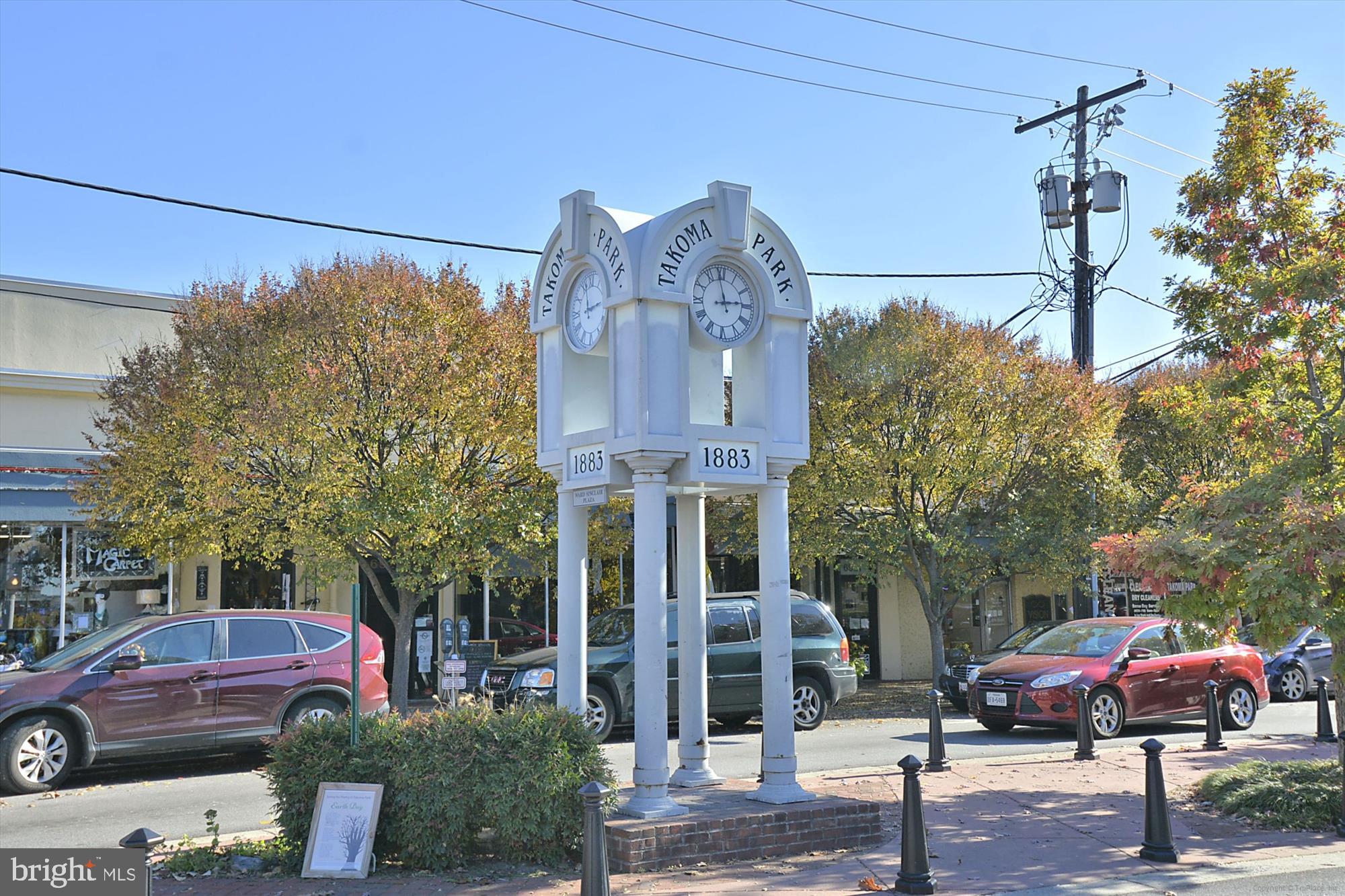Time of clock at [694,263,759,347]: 2:58
